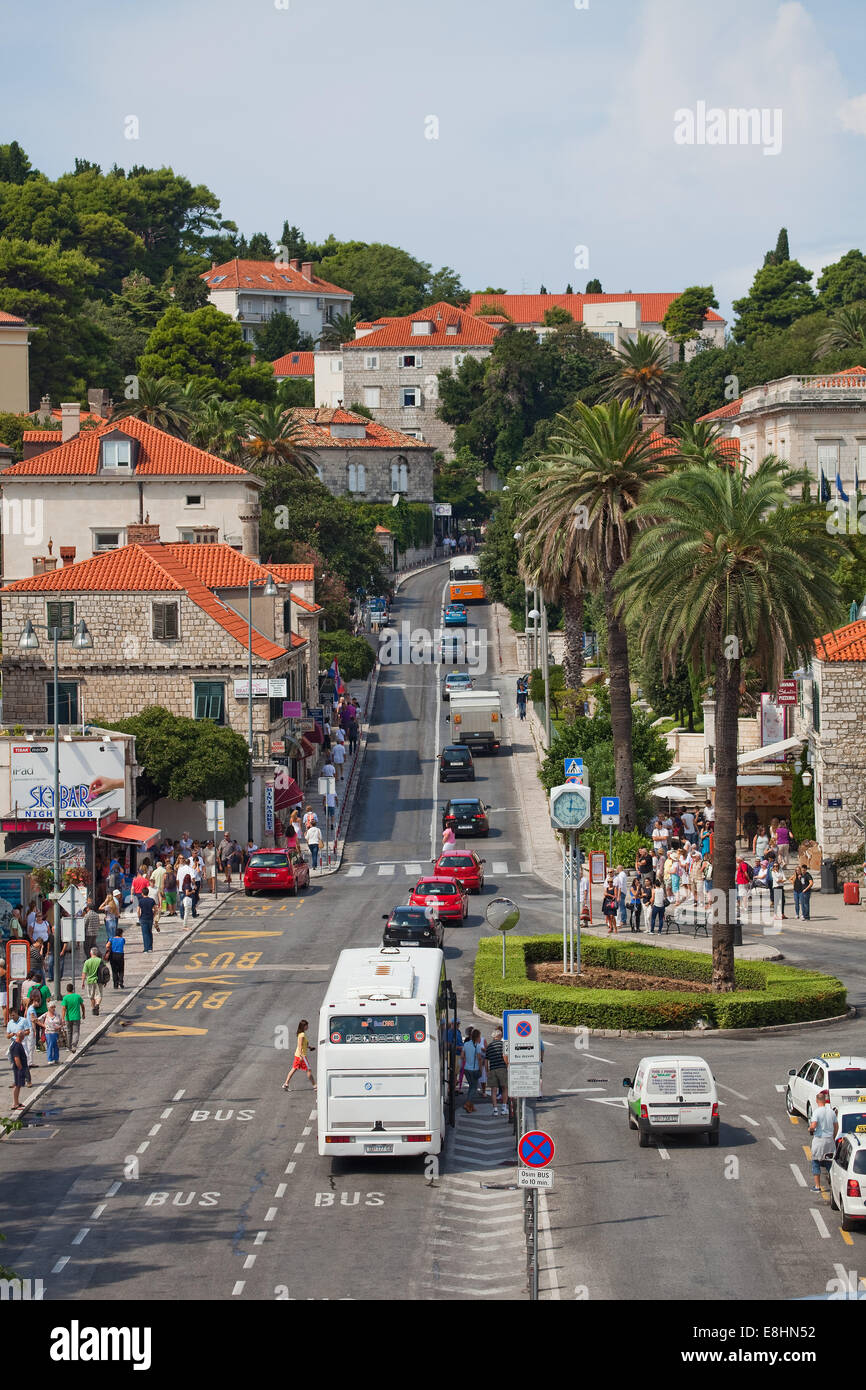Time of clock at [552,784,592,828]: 12:16
